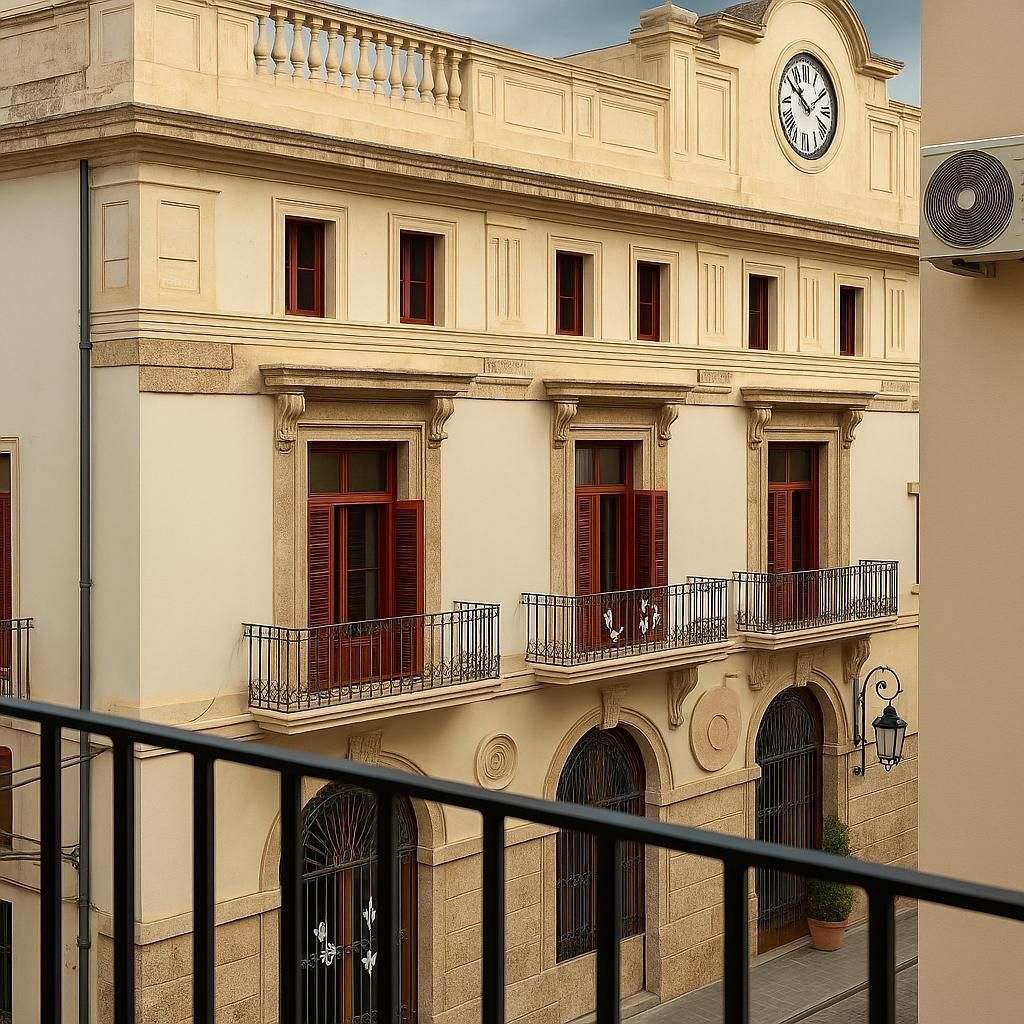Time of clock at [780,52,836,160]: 1:50
